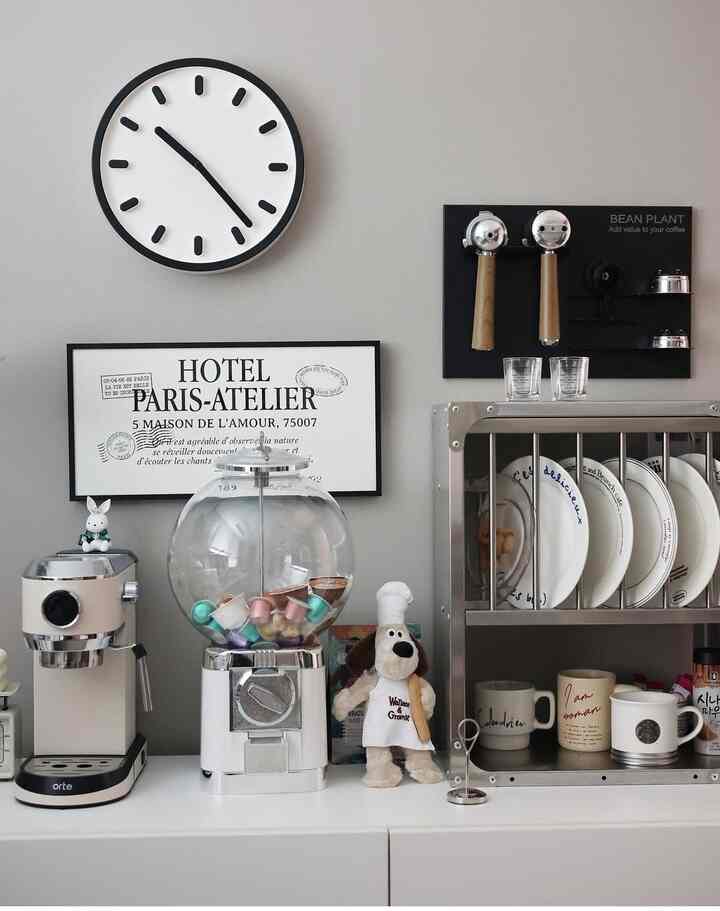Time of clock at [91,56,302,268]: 10:23
